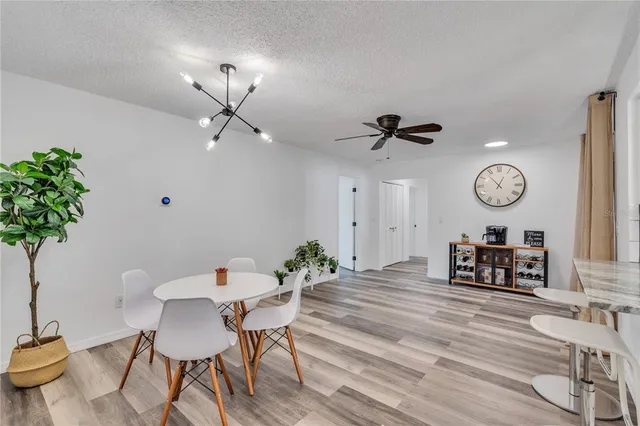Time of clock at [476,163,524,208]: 12:53
